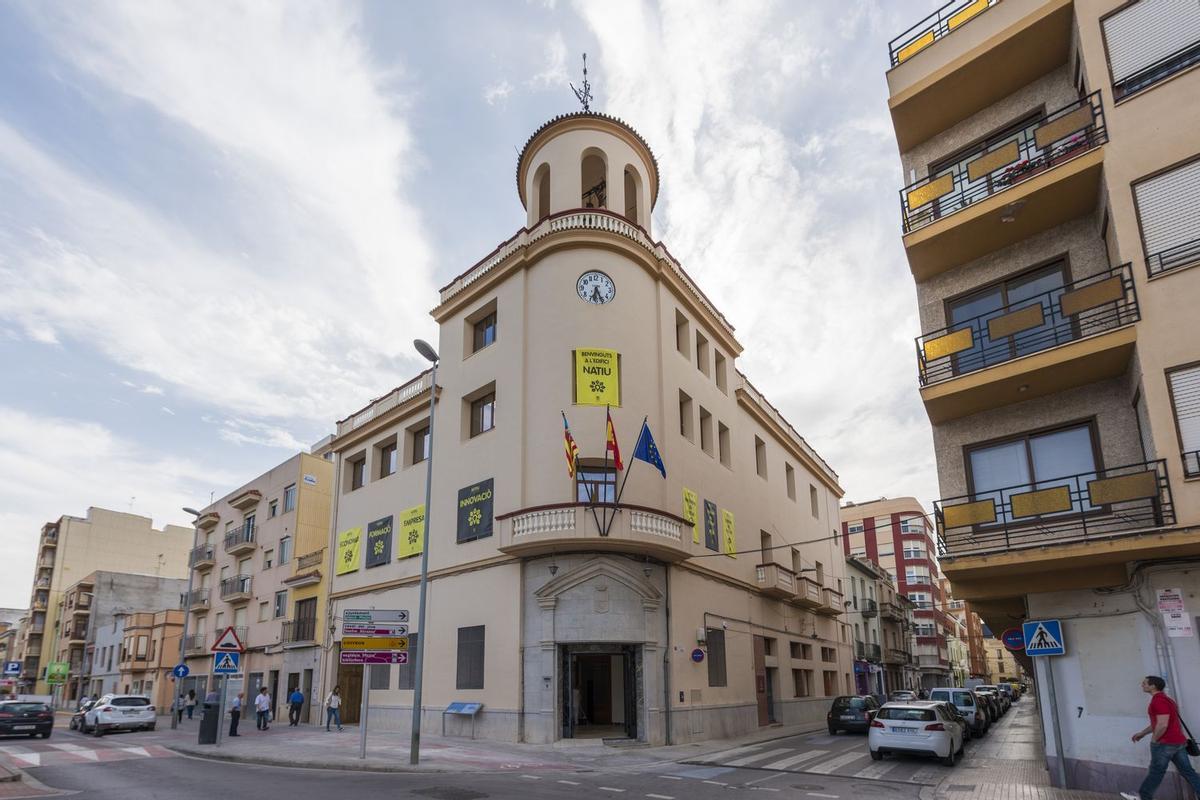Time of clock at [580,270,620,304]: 6:25
